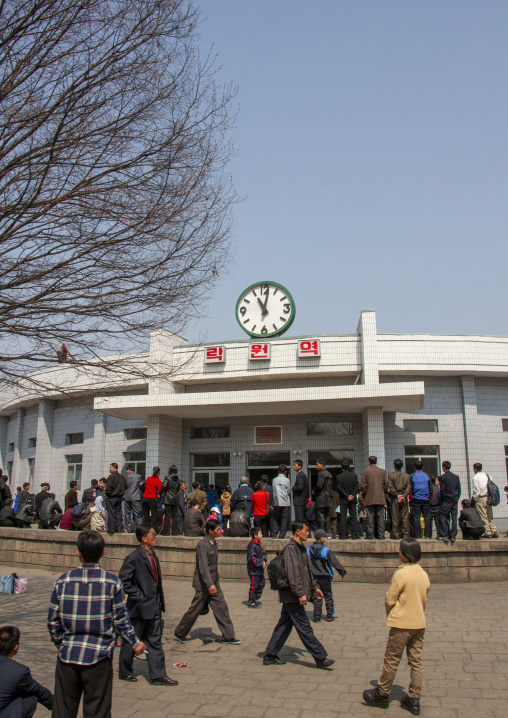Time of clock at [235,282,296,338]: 11:01
